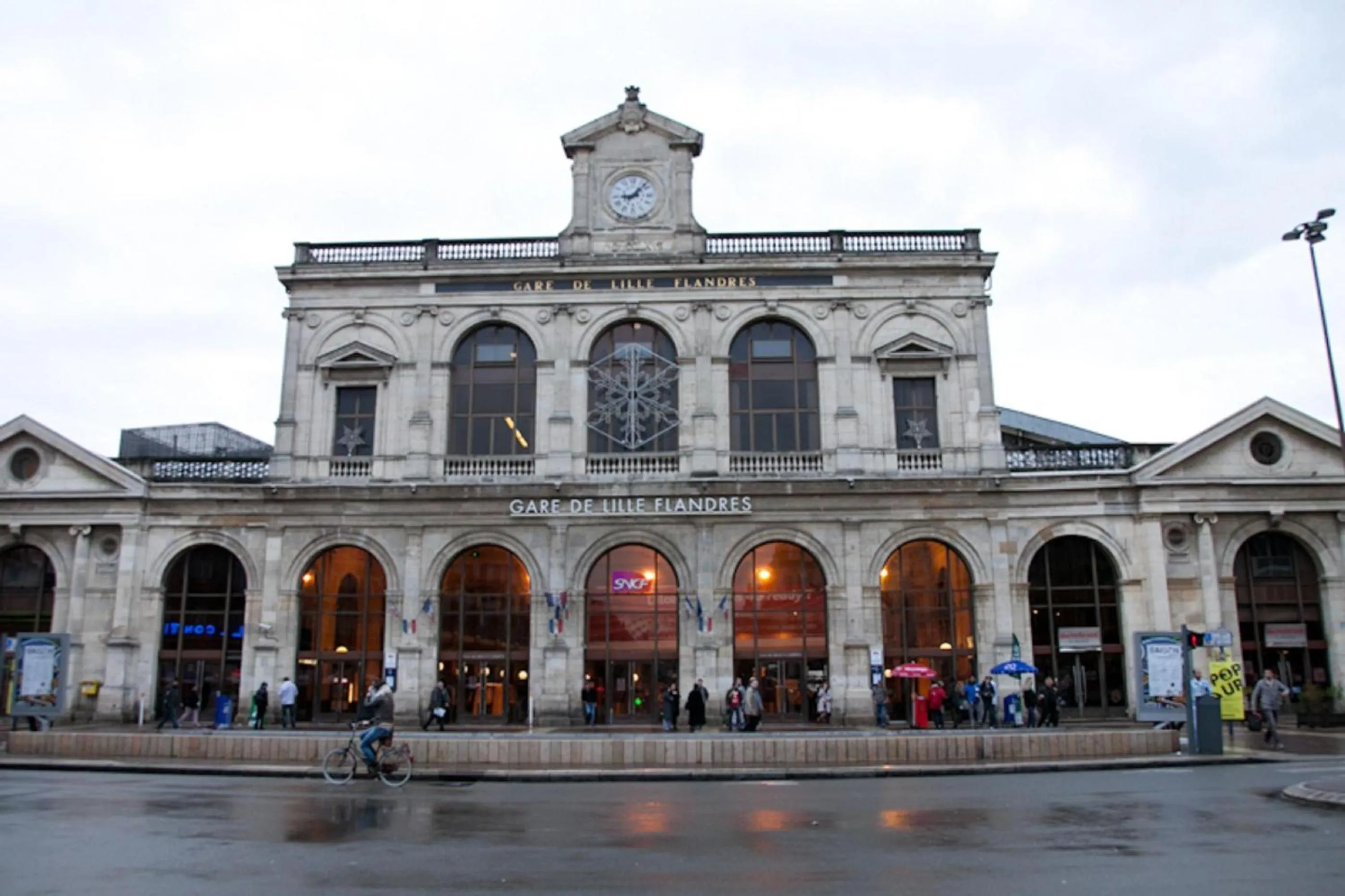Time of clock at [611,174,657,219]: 9:07
